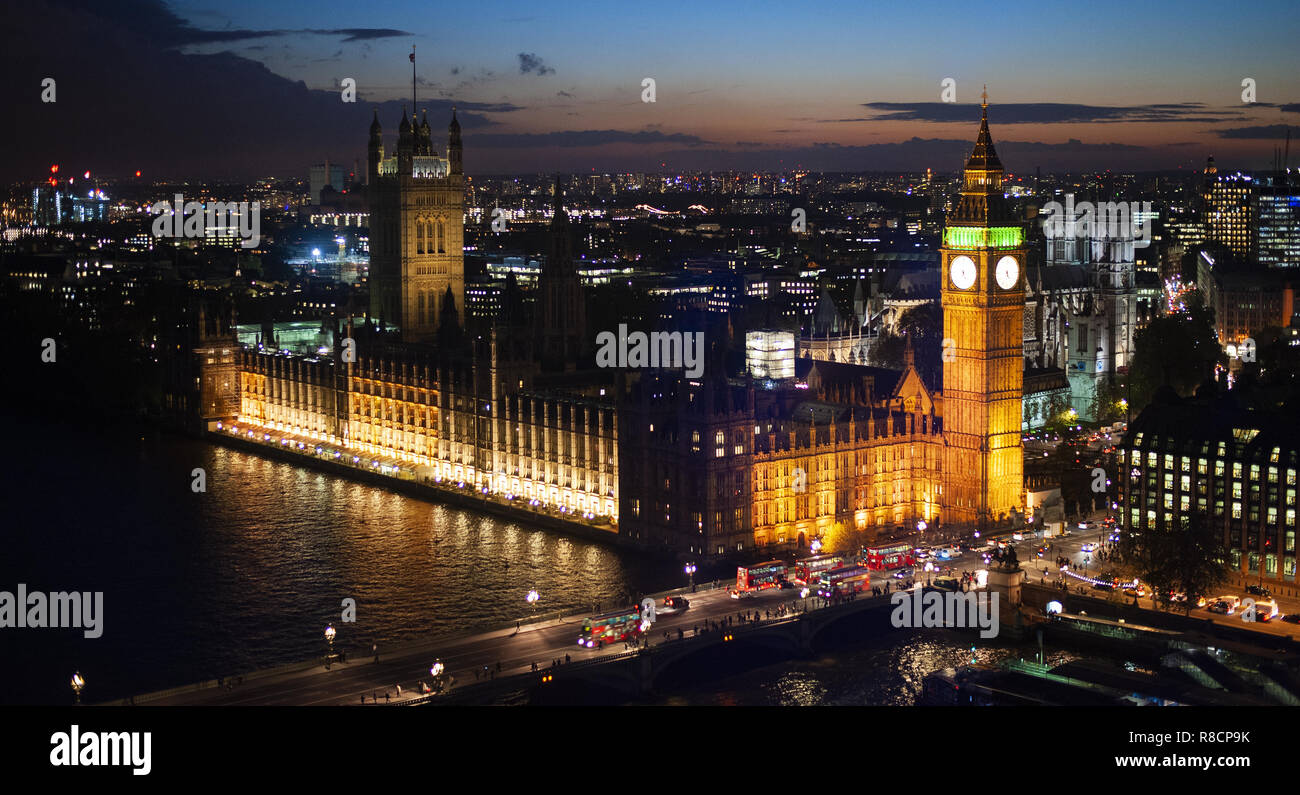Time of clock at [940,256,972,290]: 4:36
